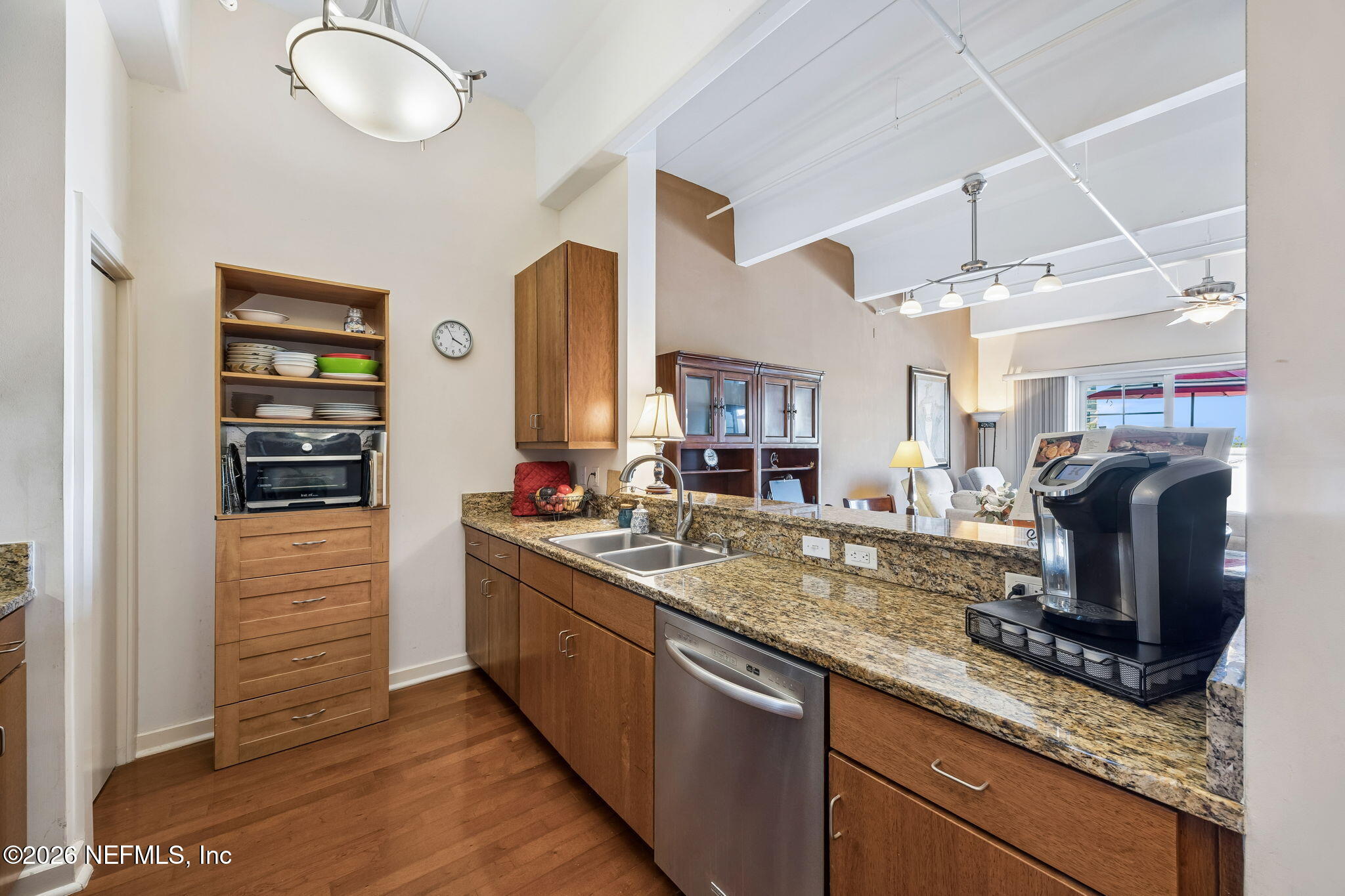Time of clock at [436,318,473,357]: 3:56
